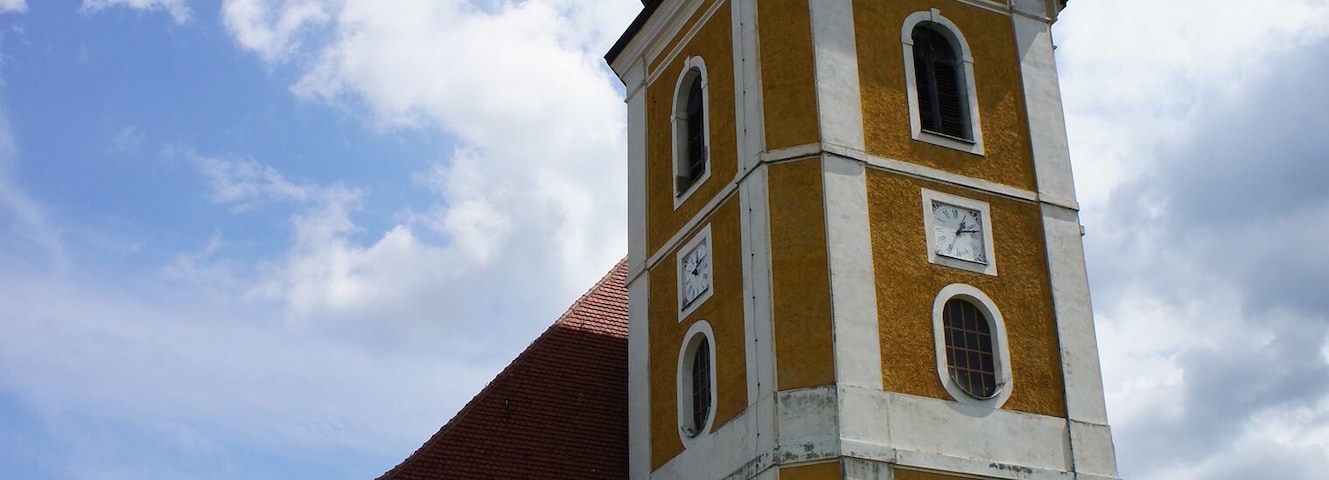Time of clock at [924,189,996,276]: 1:12
